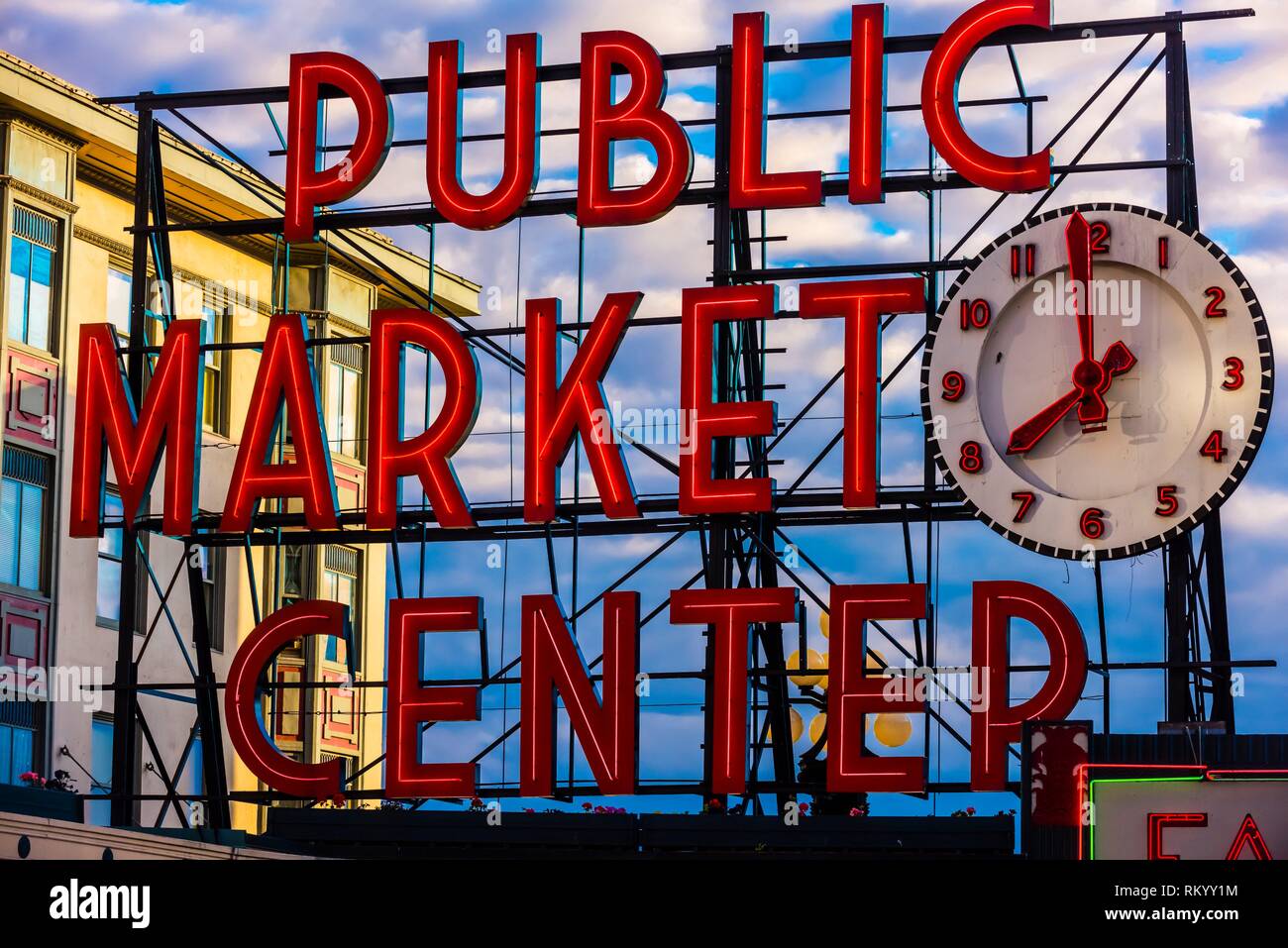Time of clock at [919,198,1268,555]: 7:59
